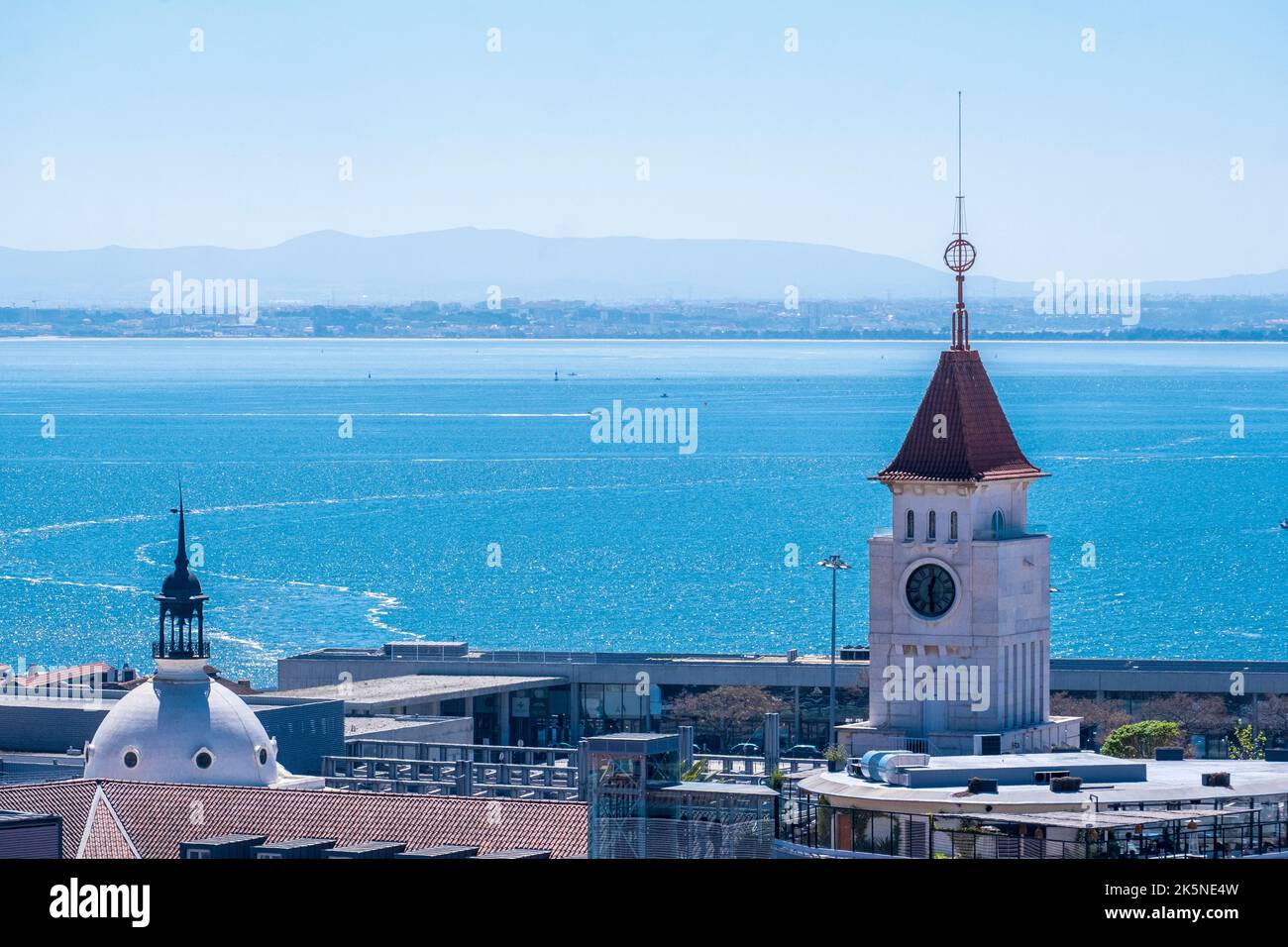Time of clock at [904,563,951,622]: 12:28
